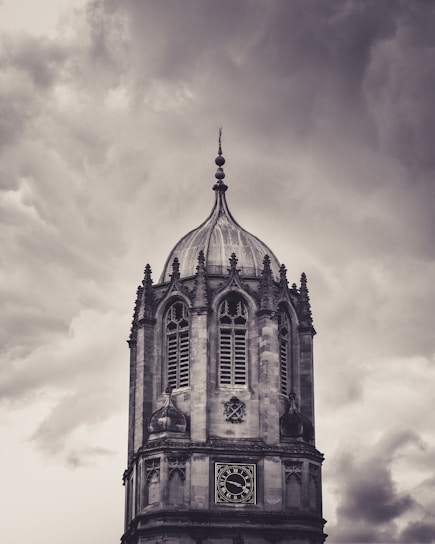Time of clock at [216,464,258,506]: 3:46
